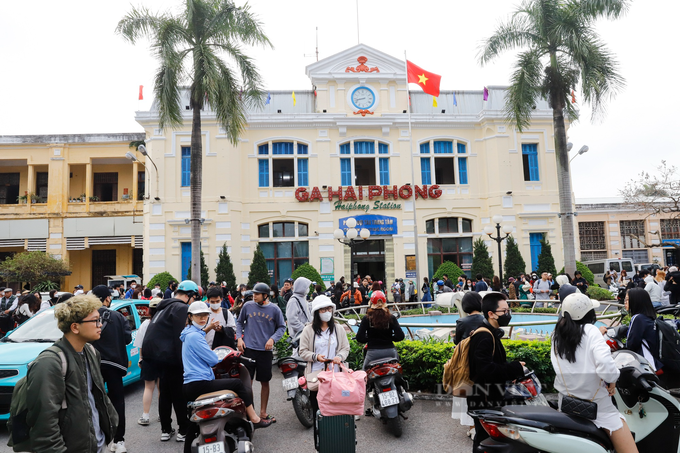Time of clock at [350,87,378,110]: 8:42
